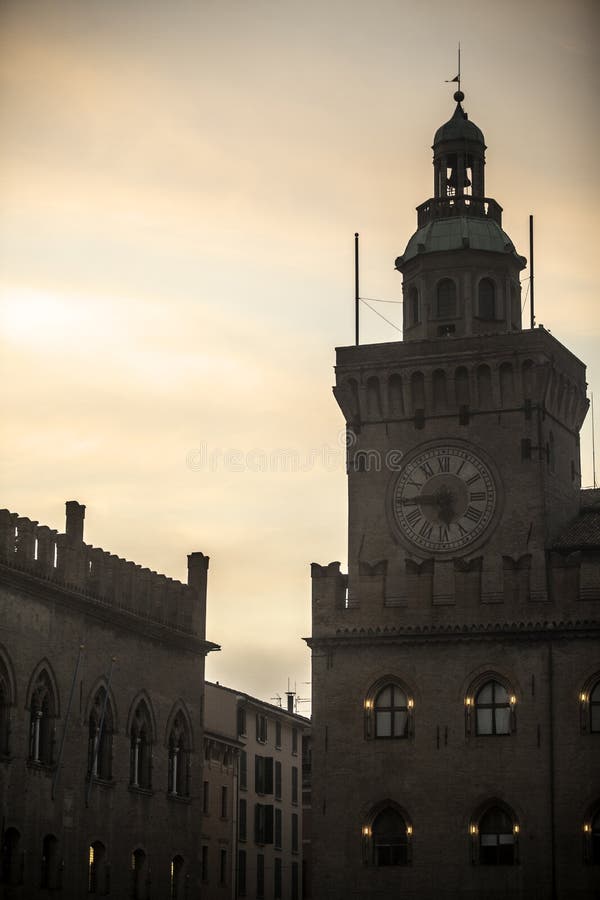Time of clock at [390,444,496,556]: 5:44
